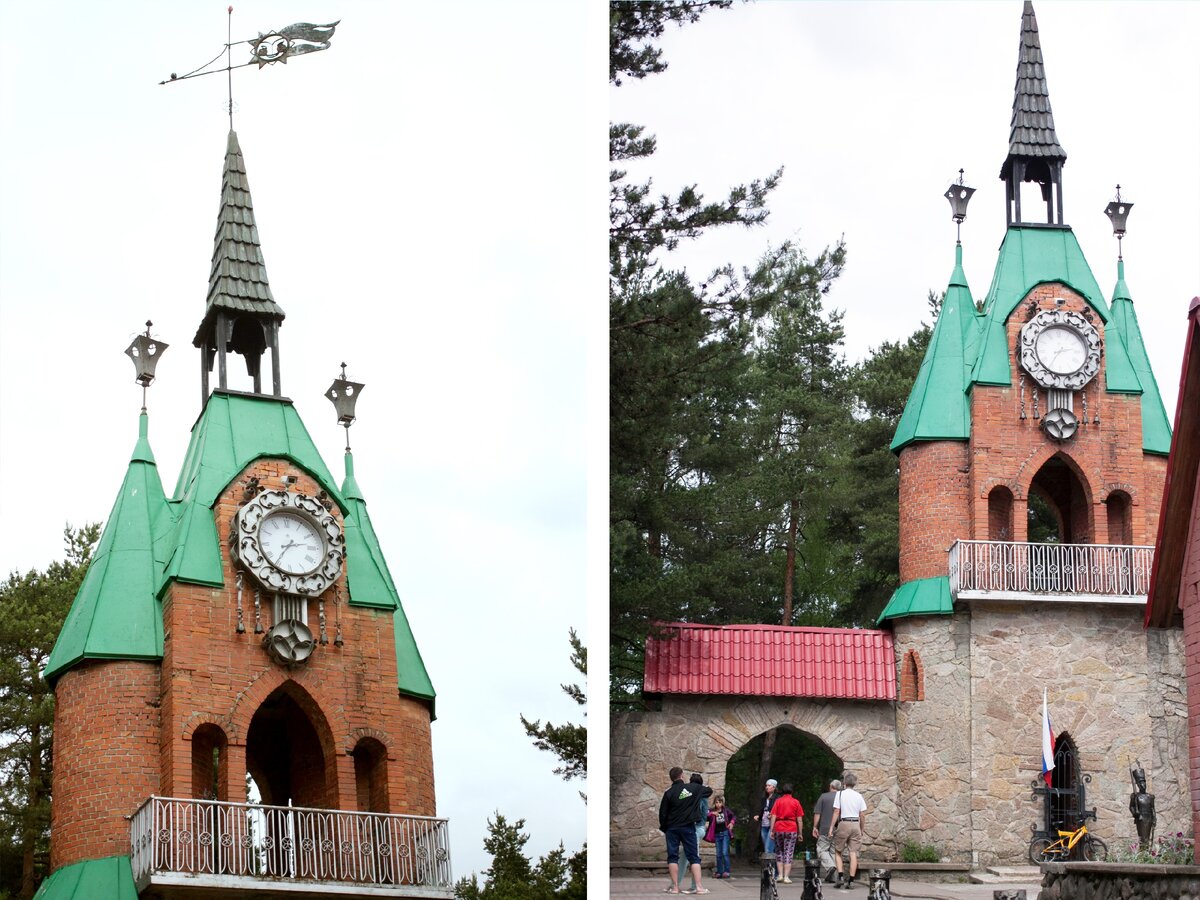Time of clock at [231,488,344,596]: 2:36
